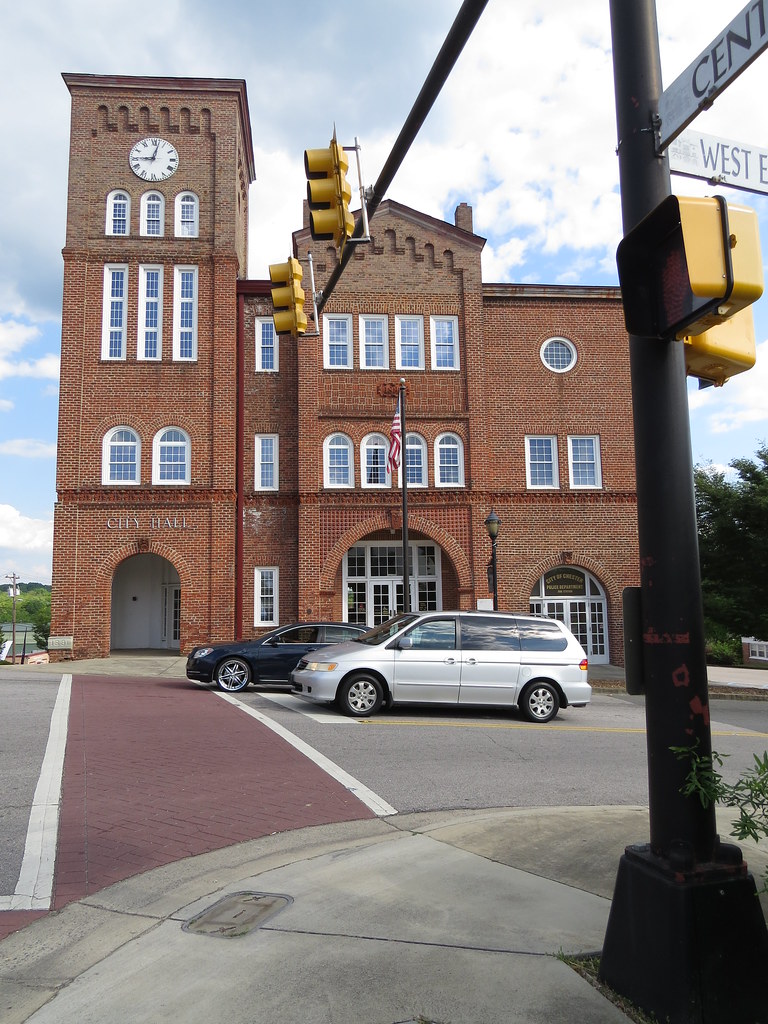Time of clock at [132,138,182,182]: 9:02
